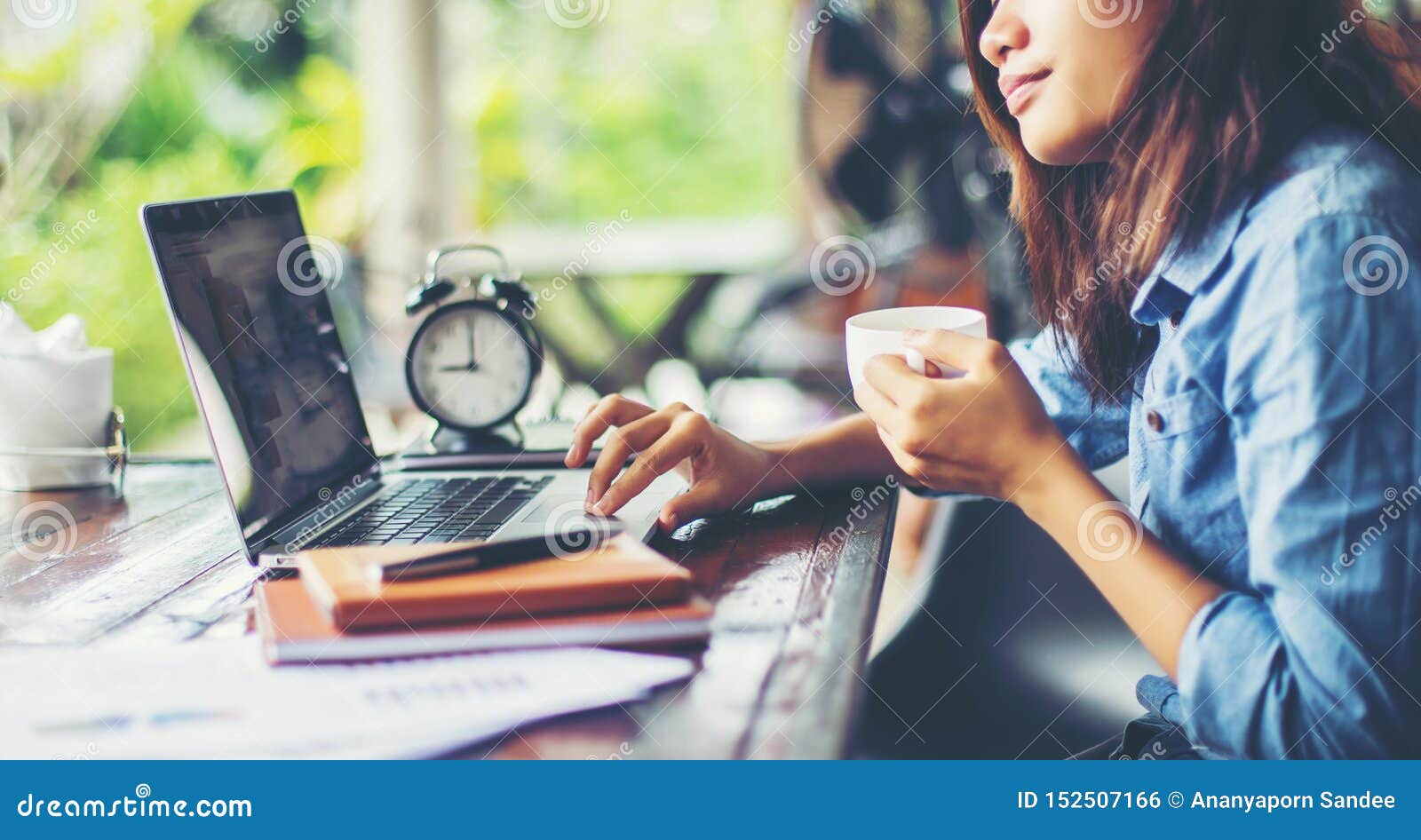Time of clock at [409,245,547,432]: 9:00
